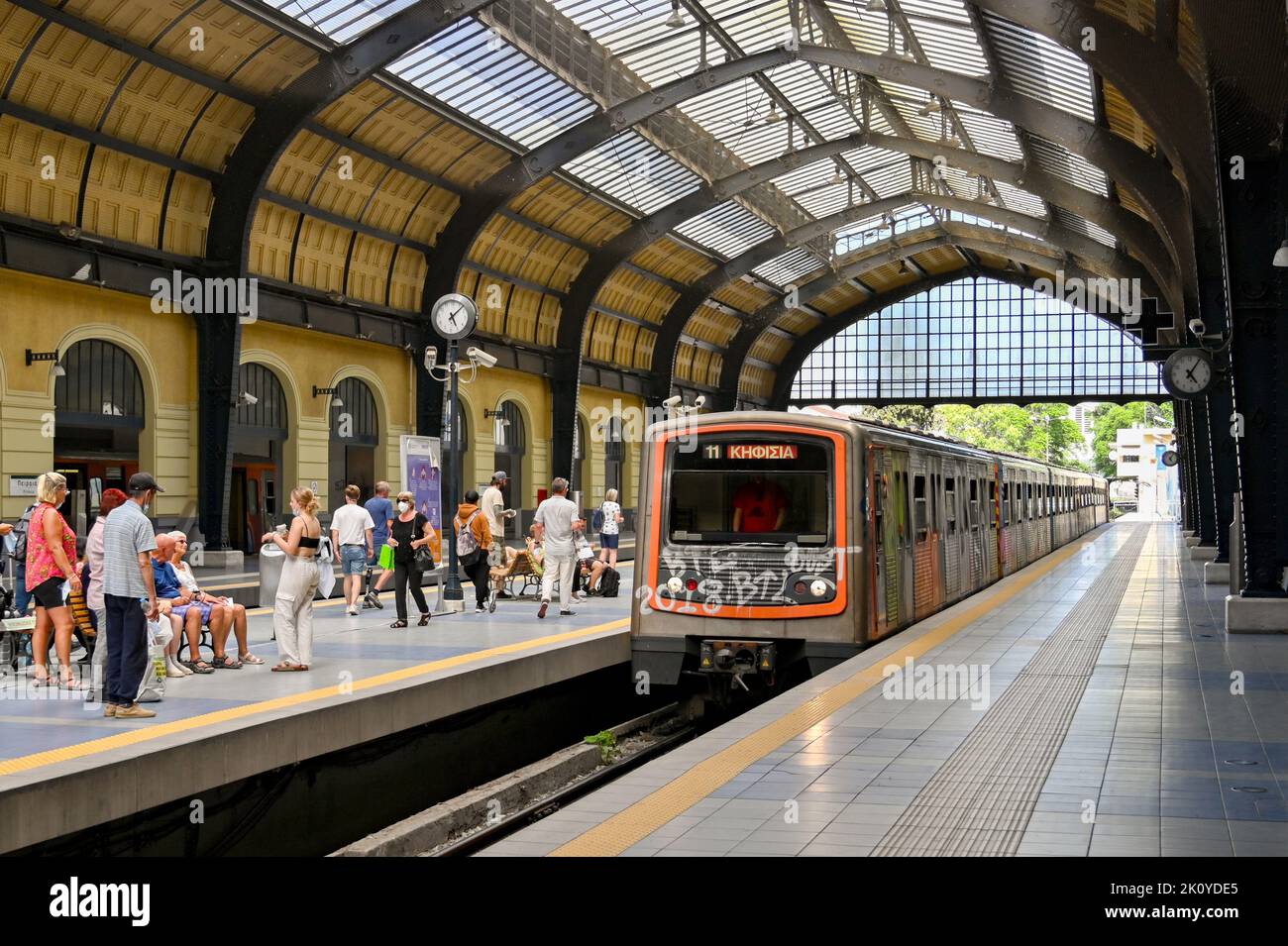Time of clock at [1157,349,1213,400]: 5:06
